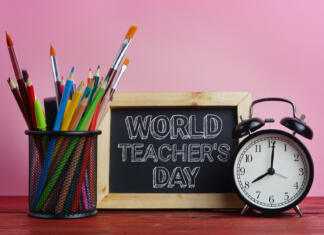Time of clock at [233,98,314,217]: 8:01
